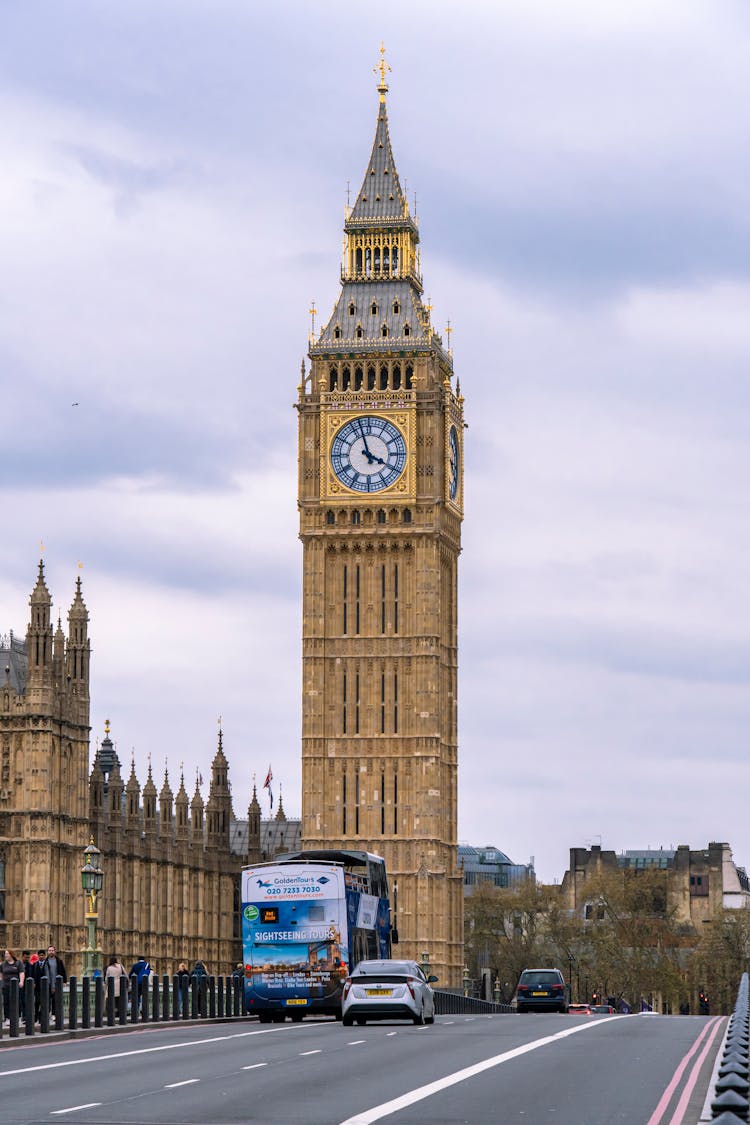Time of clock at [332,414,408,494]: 3:57
